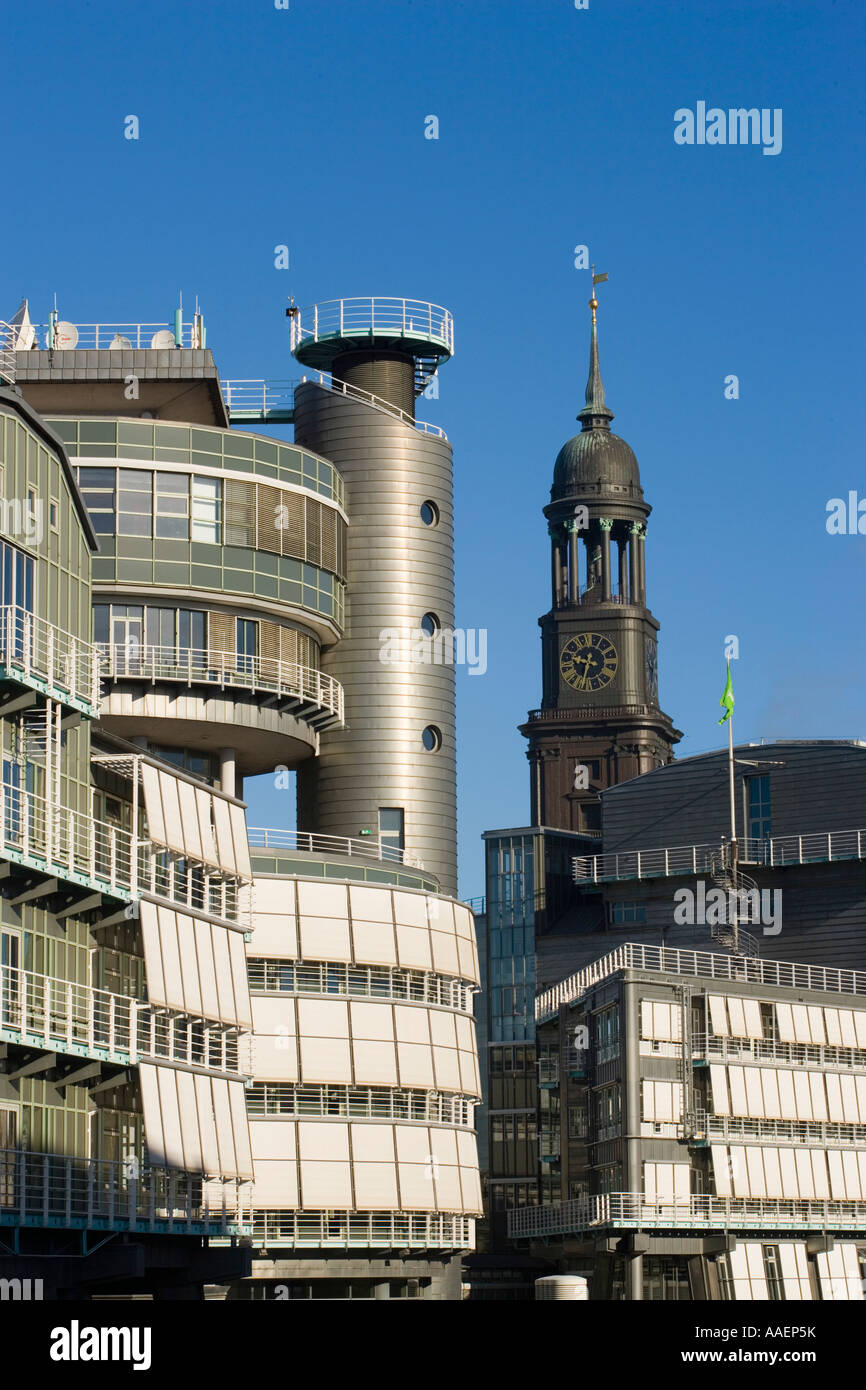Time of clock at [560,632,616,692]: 9:33
